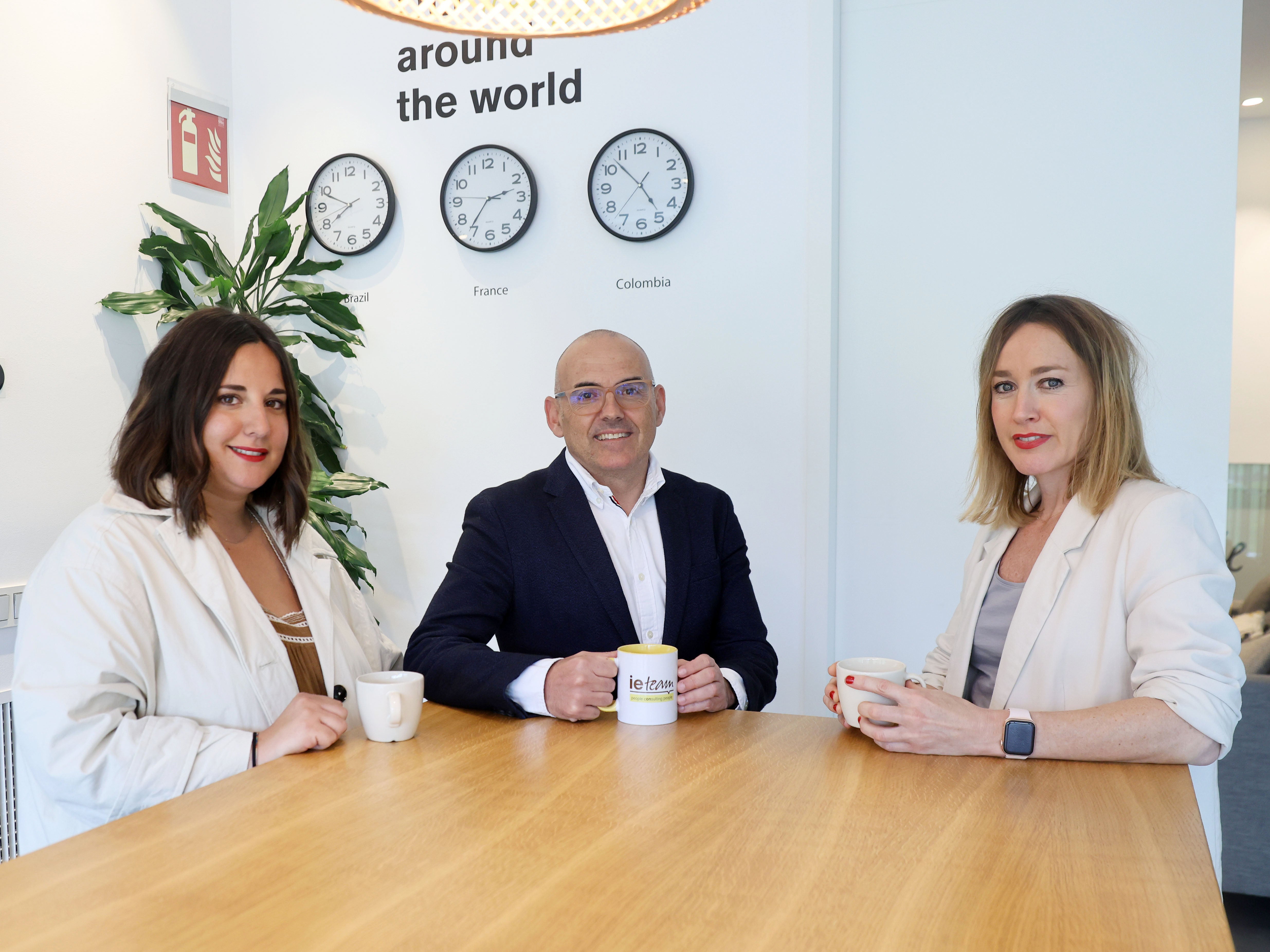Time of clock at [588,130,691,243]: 4:52
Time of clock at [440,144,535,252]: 2:36
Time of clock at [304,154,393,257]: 7:48
